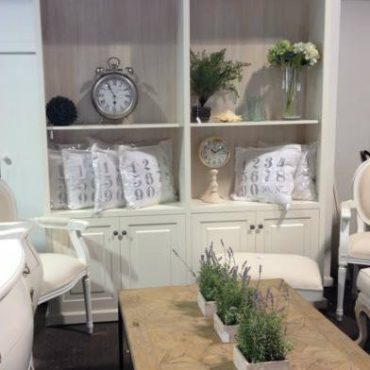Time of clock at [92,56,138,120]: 5:54
